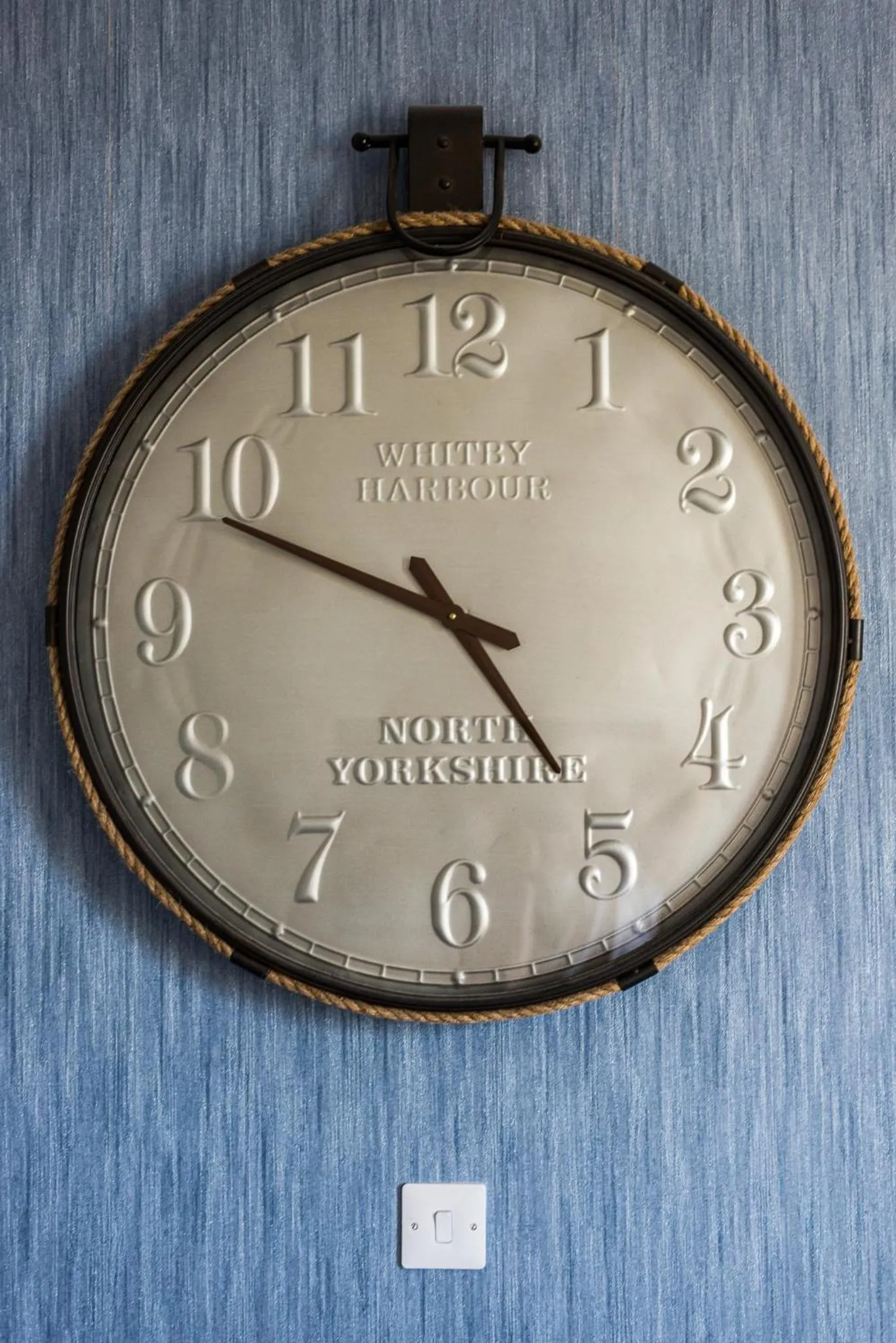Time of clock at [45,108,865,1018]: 4:48
